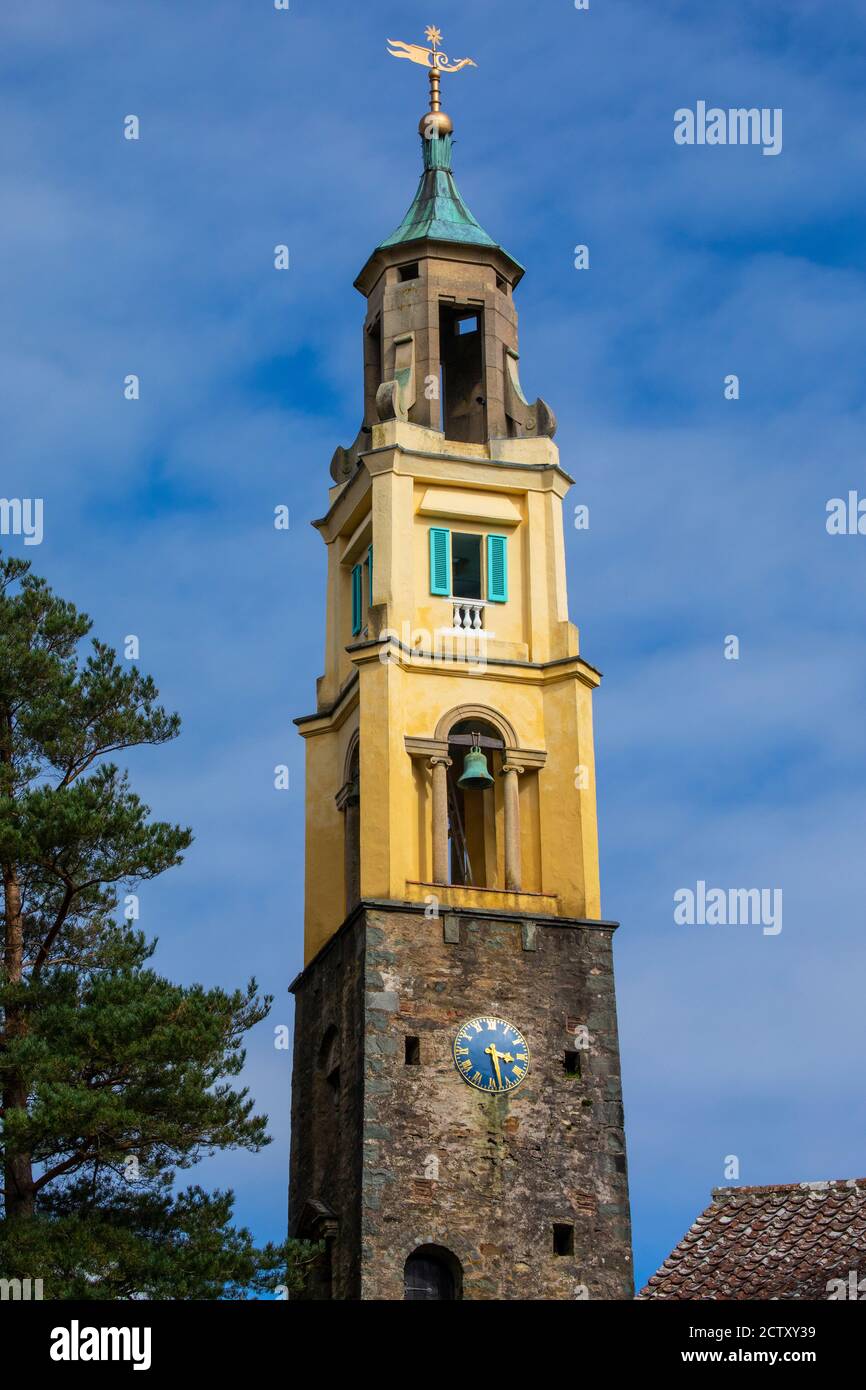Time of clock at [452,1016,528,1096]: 3:28
